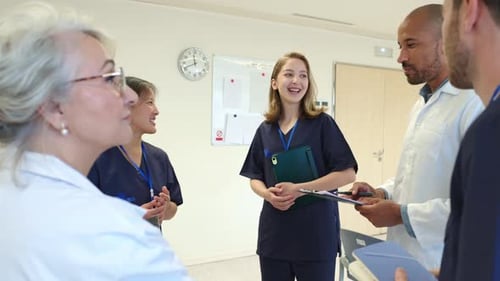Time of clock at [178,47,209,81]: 11:41
